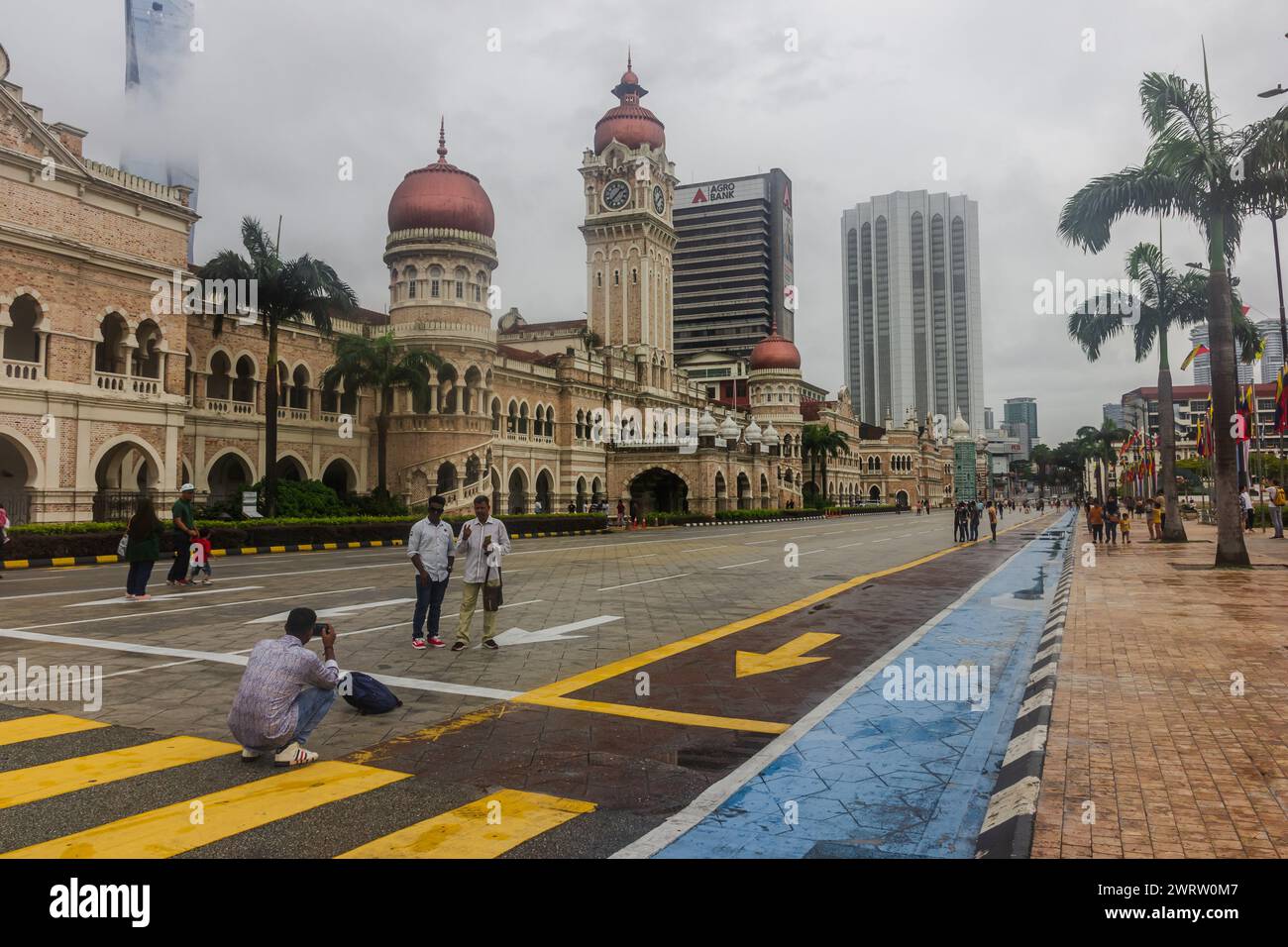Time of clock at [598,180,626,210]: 1:37
